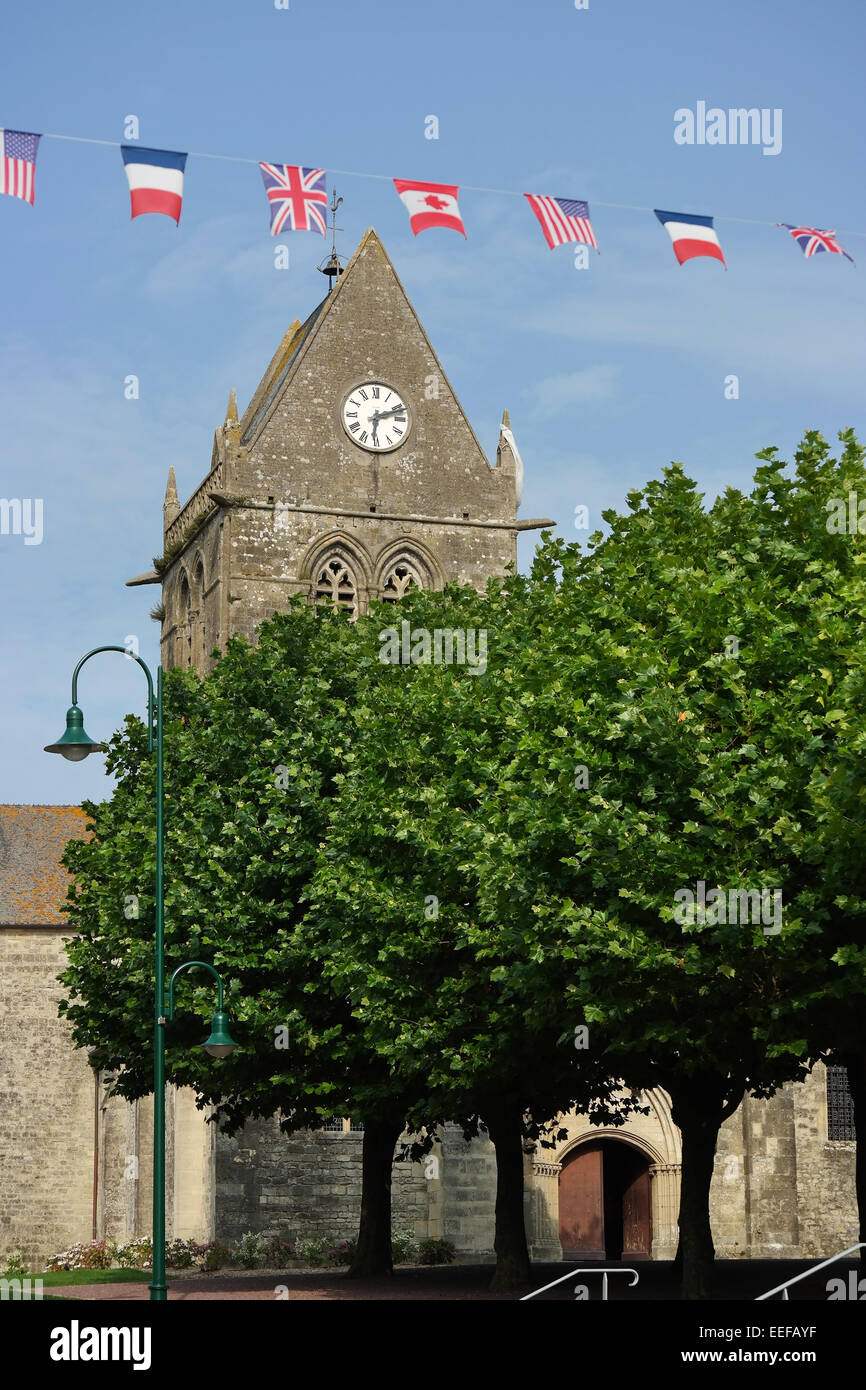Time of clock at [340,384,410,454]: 6:11
